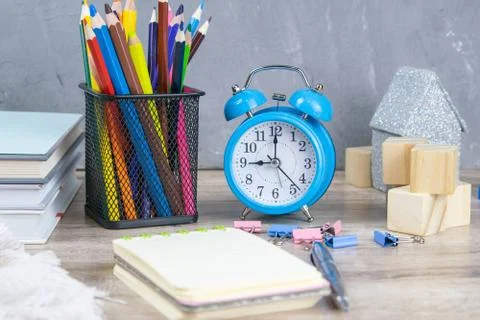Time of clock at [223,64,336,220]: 8:59
